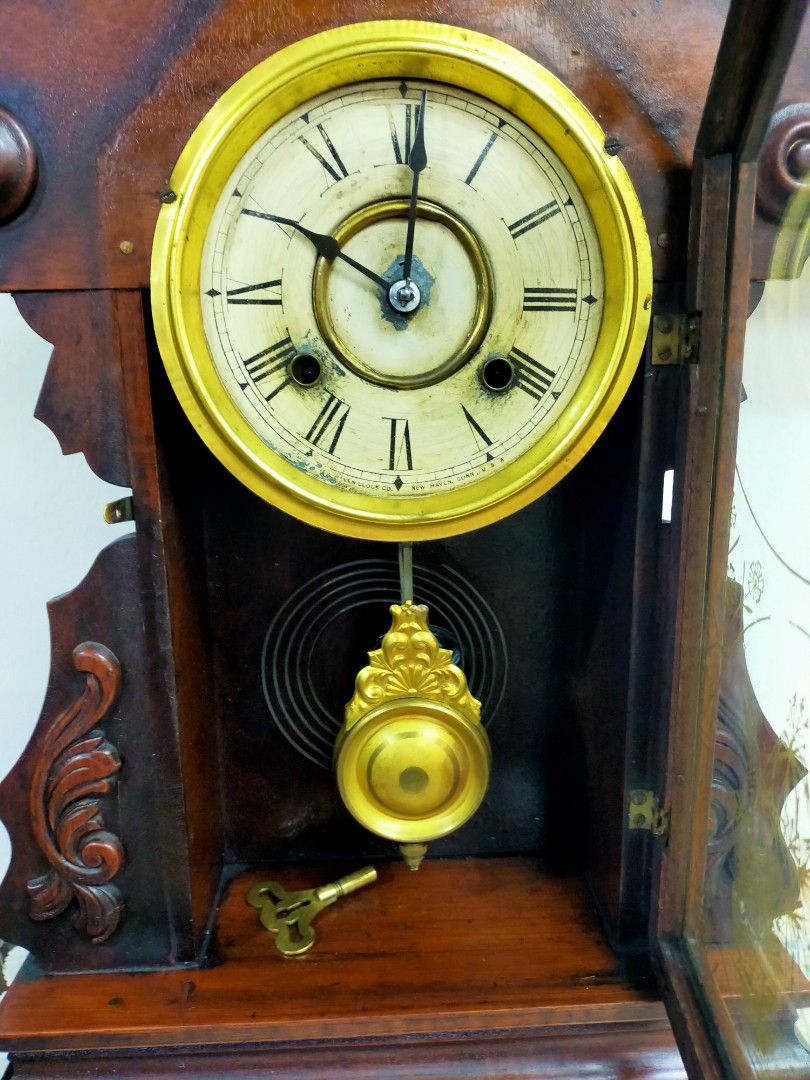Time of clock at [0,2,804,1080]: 10:00
